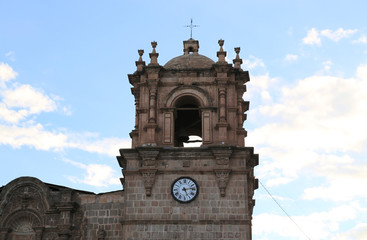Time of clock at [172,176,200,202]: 5:13
